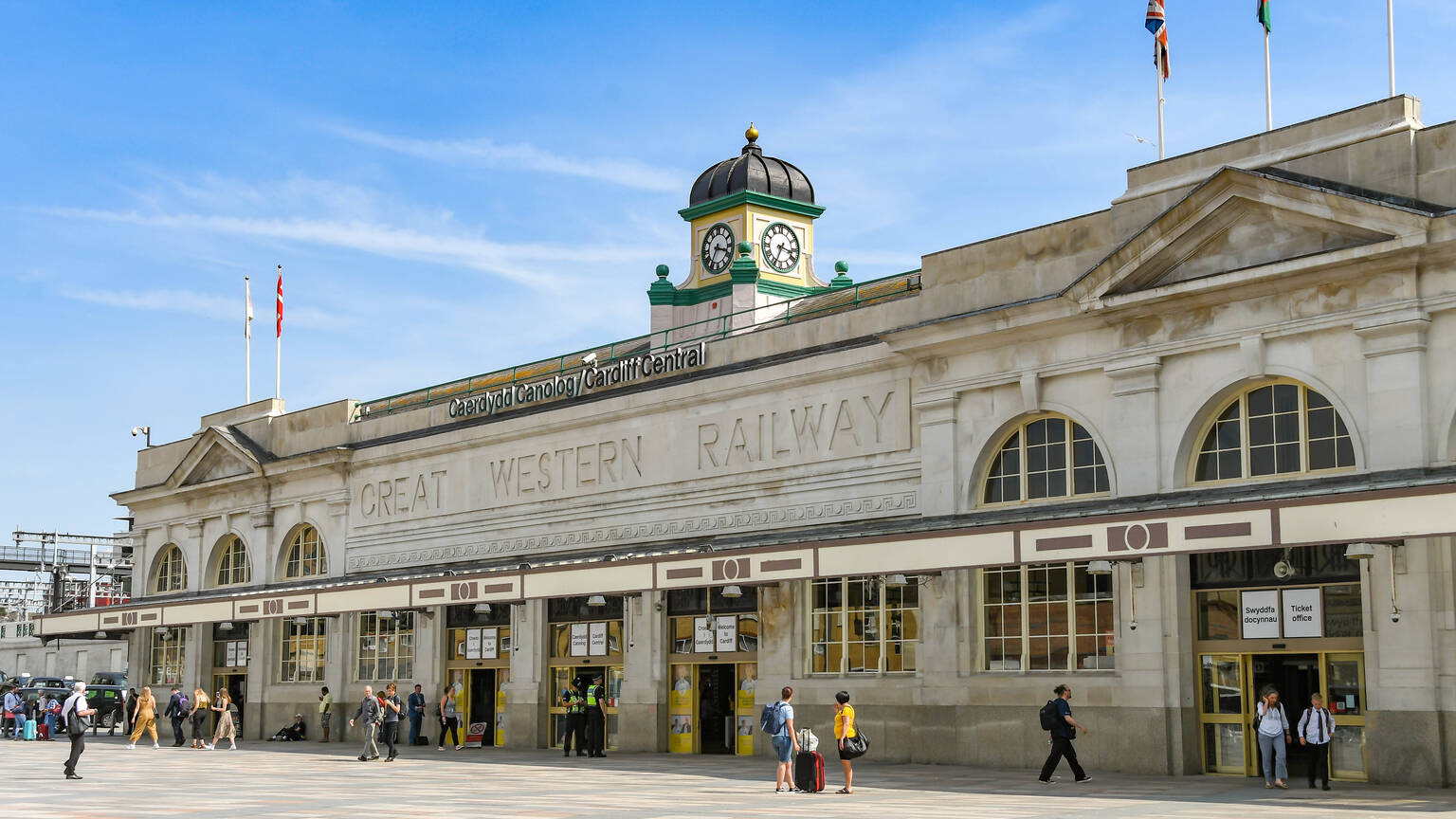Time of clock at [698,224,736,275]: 3:35
